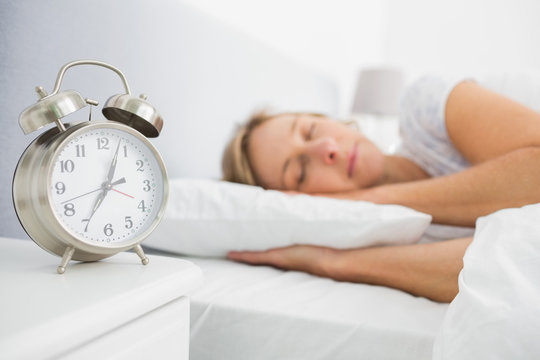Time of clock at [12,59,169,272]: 7:03
